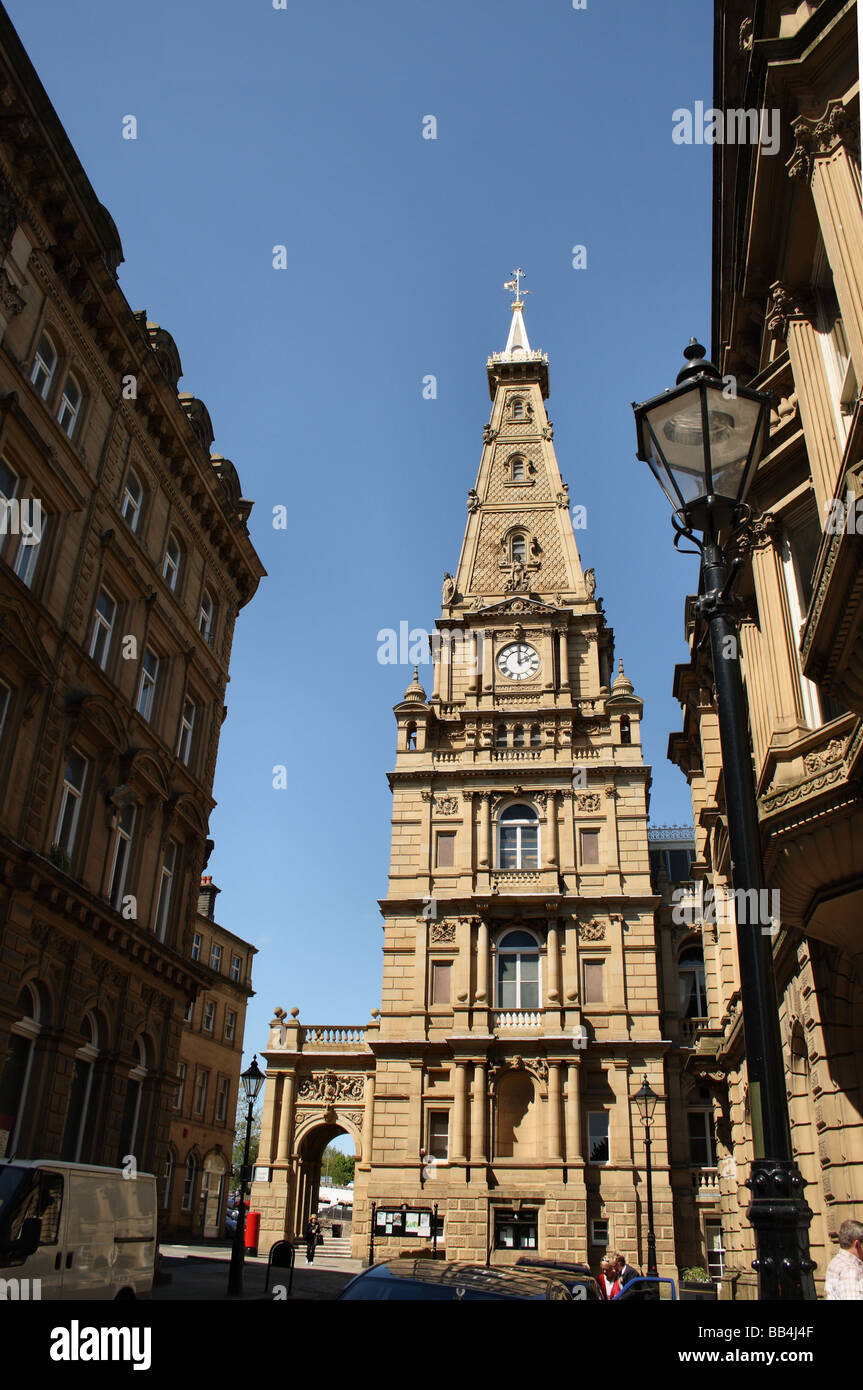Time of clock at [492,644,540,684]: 2:00
